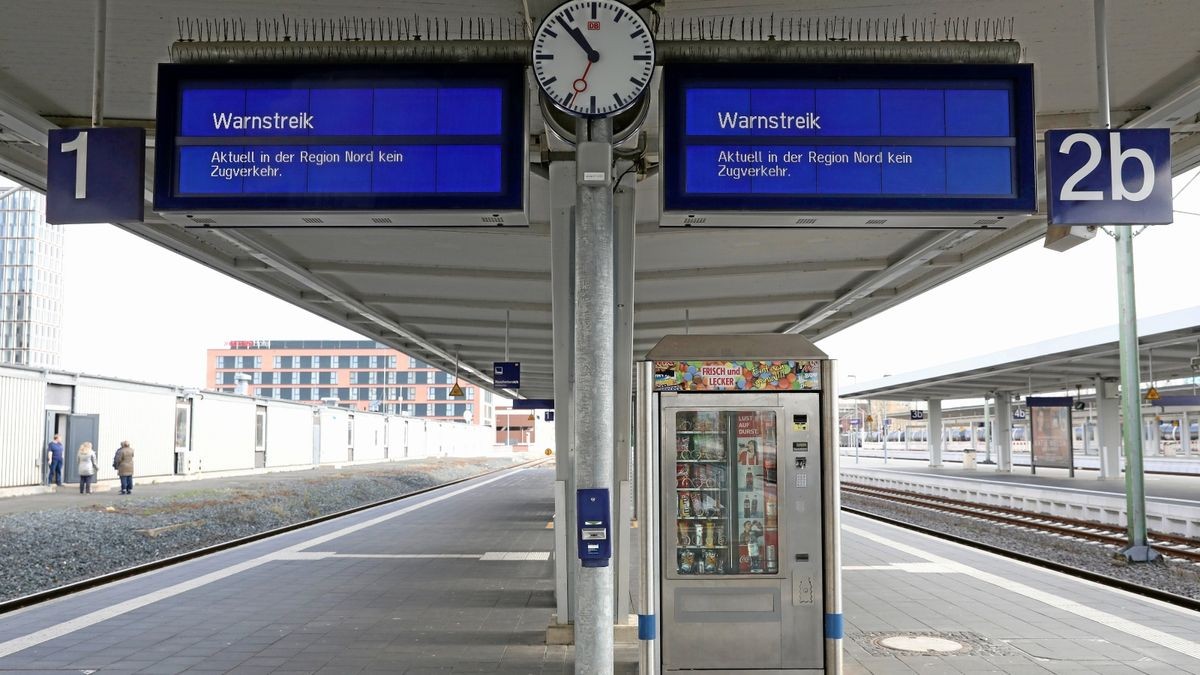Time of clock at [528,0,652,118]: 10:53
